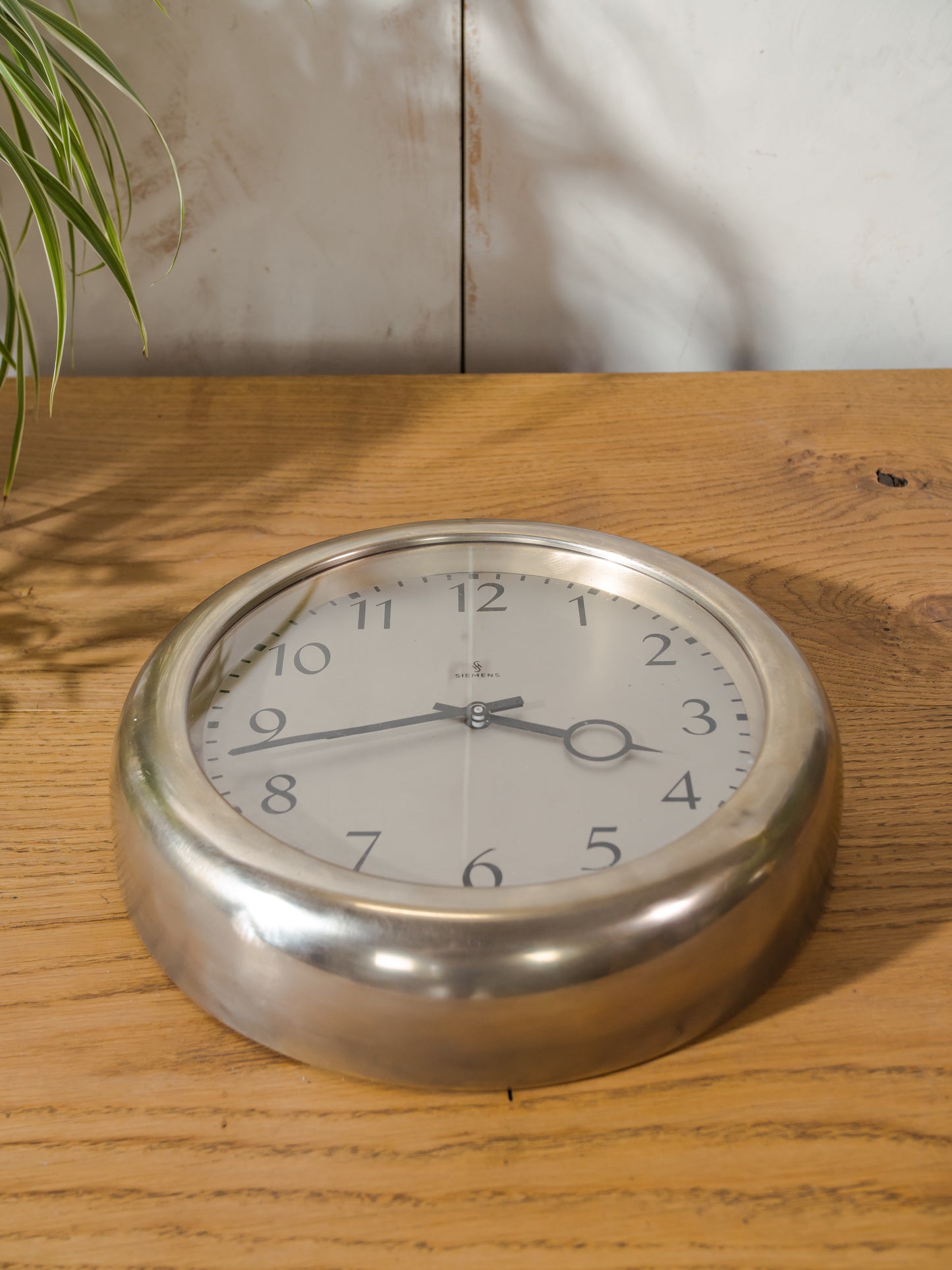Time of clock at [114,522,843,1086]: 3:43
